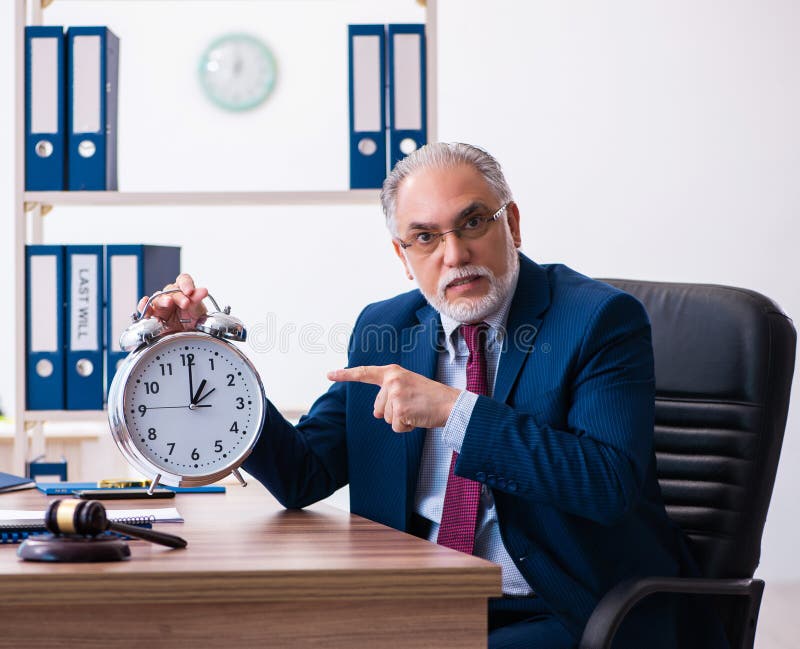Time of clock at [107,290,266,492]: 1:00
